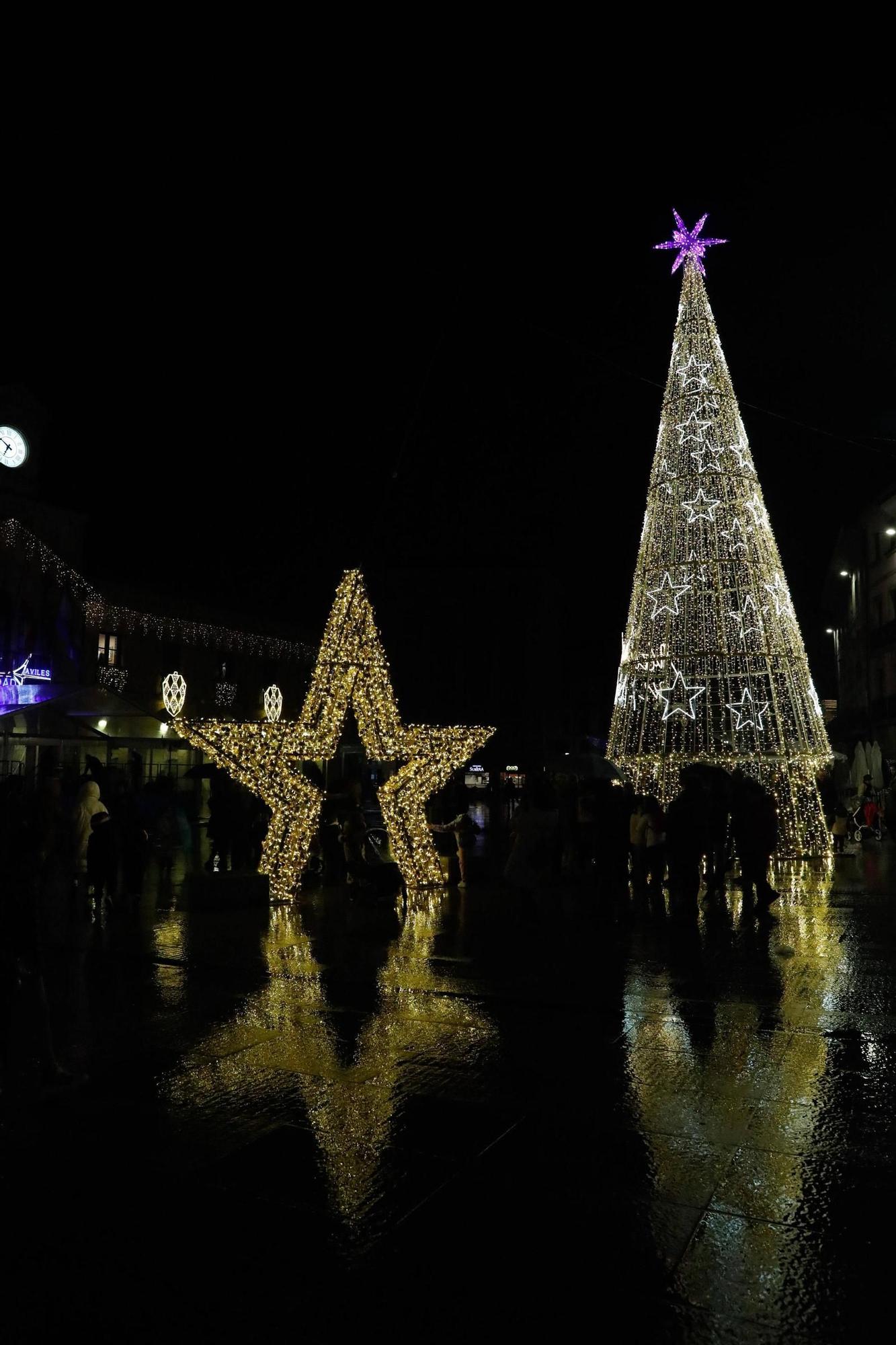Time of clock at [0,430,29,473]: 6:50
